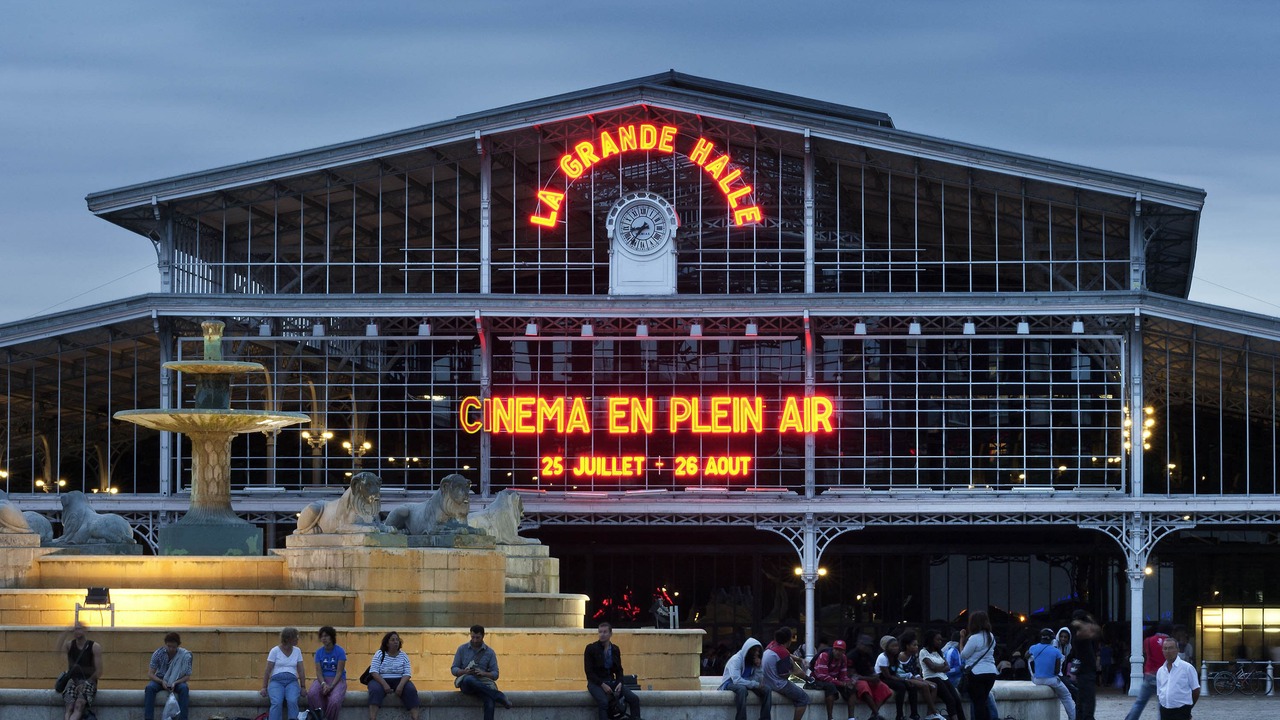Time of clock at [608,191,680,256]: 8:36
